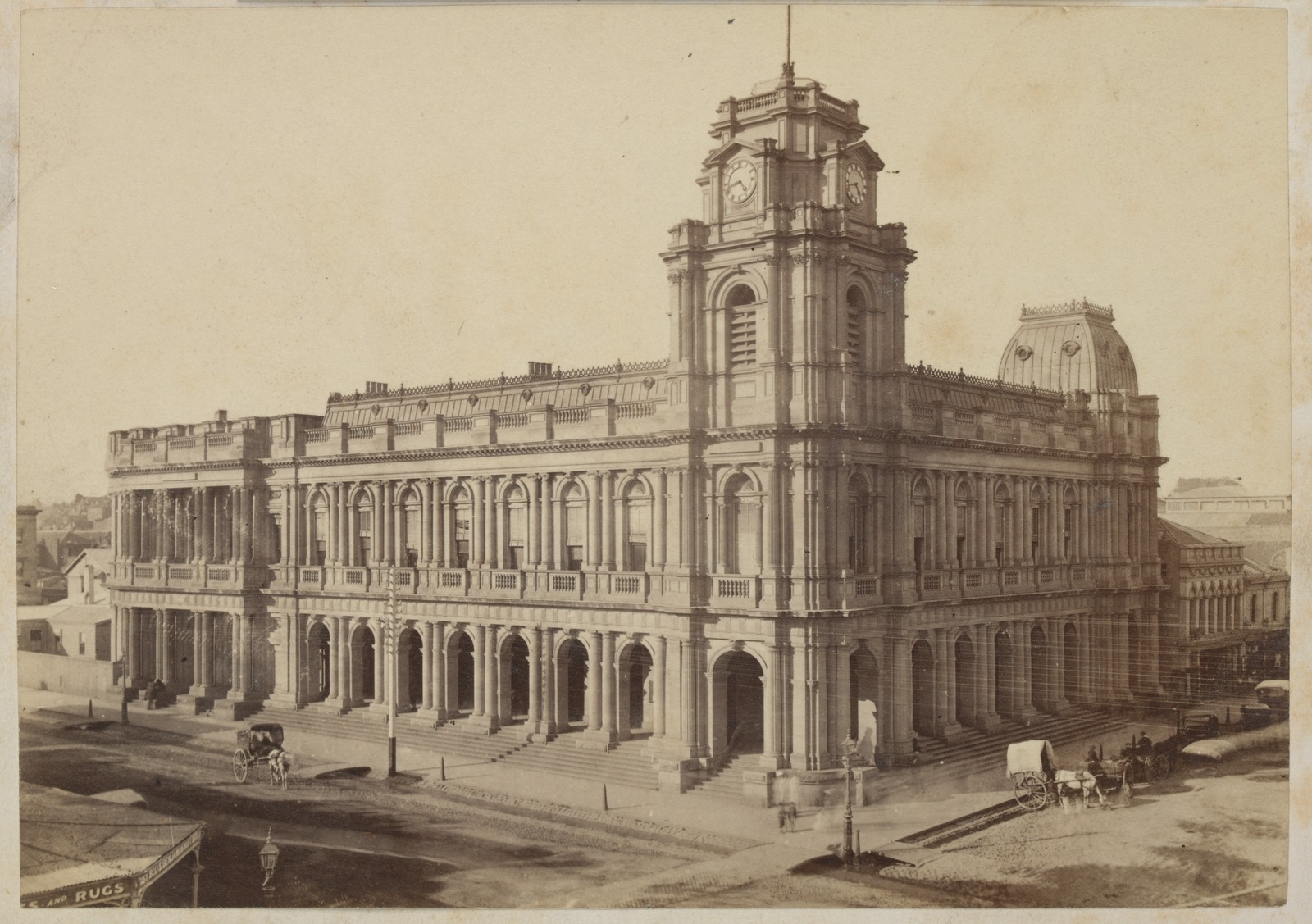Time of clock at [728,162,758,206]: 4:42
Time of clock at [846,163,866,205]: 4:42
